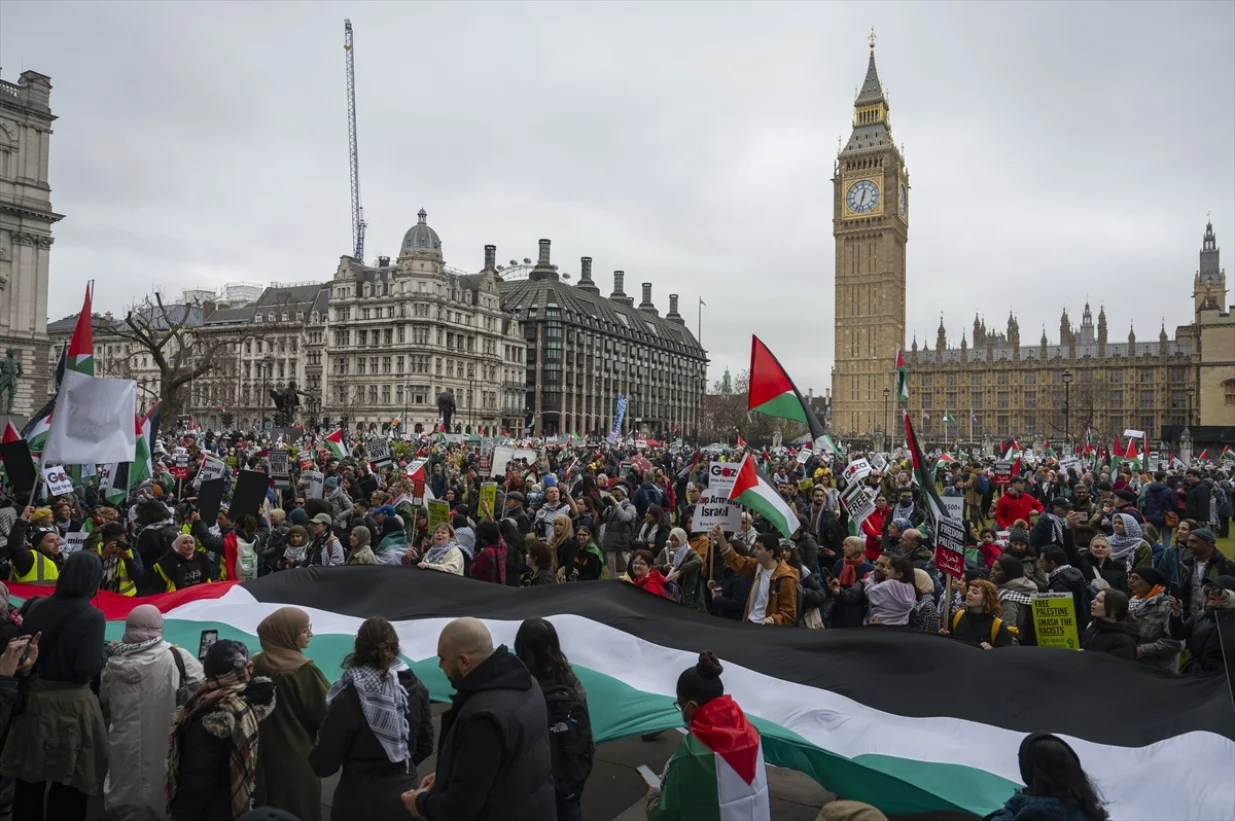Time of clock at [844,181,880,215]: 12:32
